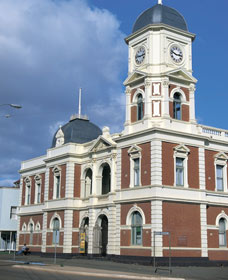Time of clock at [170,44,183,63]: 2:47
